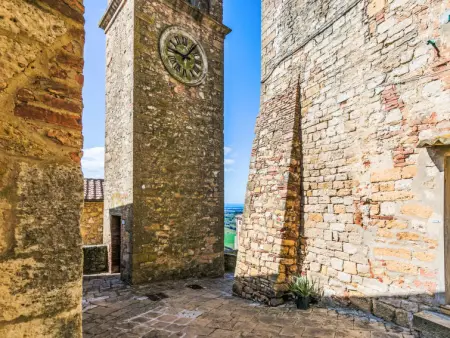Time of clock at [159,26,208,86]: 9:07
